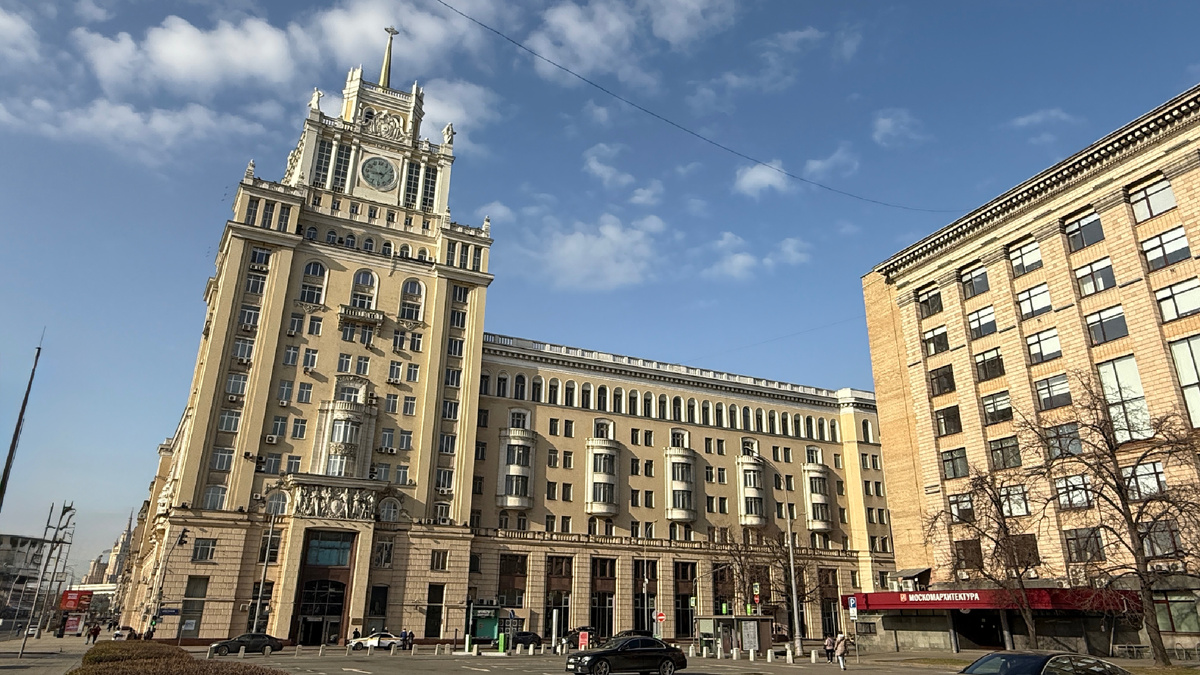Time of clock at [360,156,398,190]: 9:08
